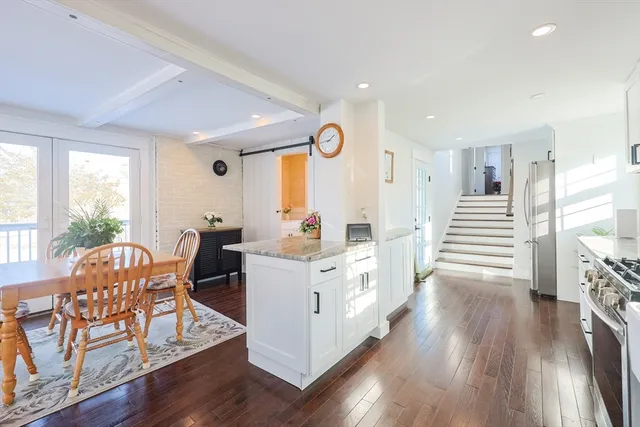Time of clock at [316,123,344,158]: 1:43
